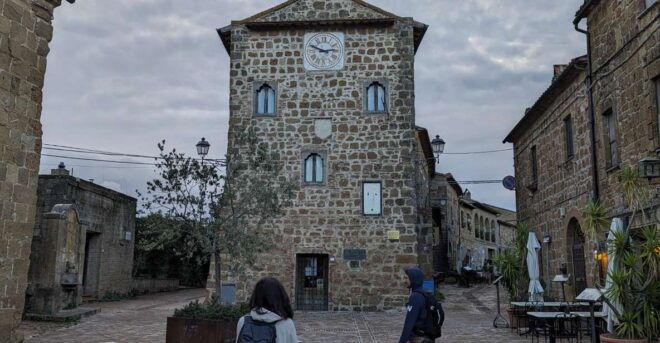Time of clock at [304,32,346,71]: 2:48
